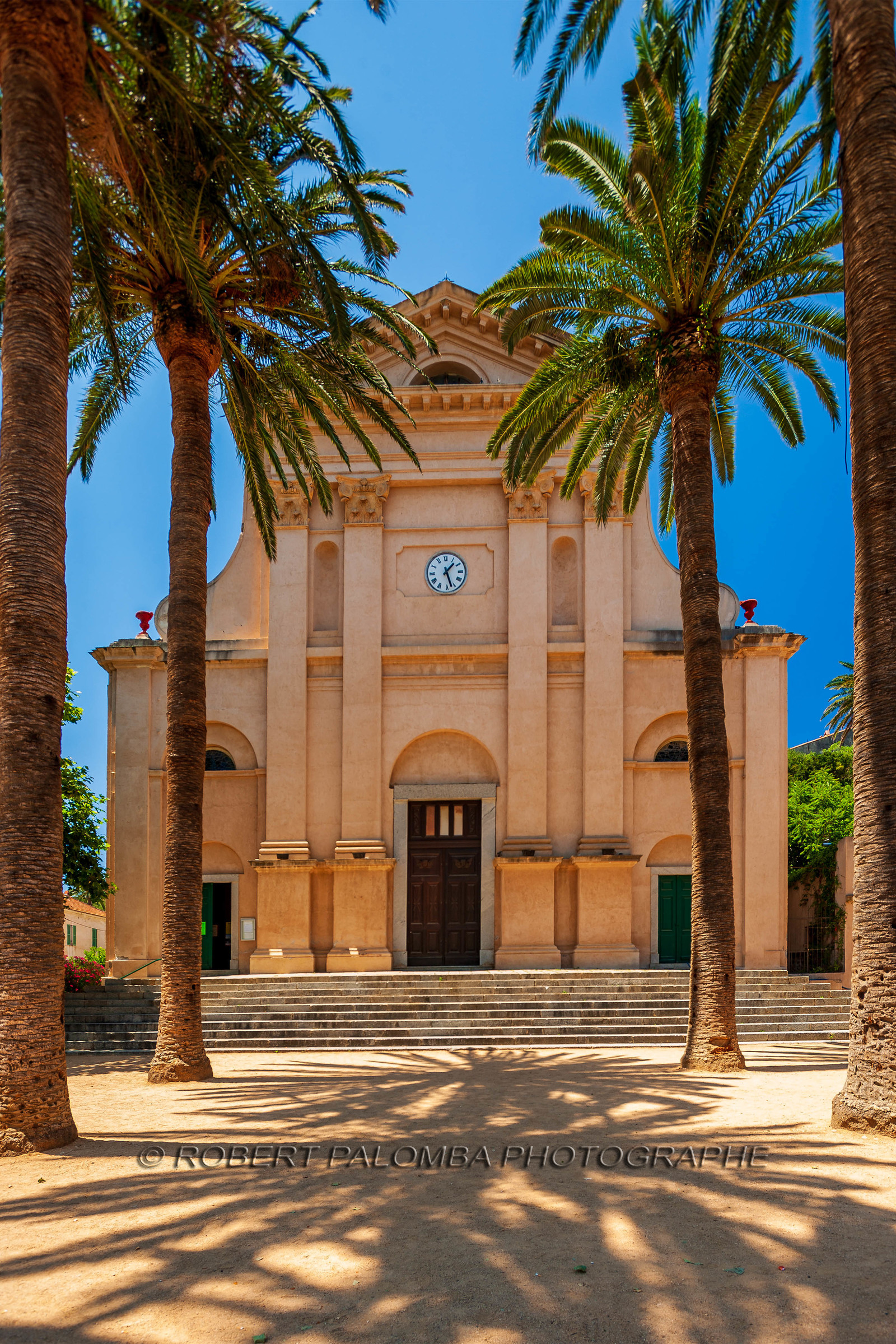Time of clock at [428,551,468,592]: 1:27
